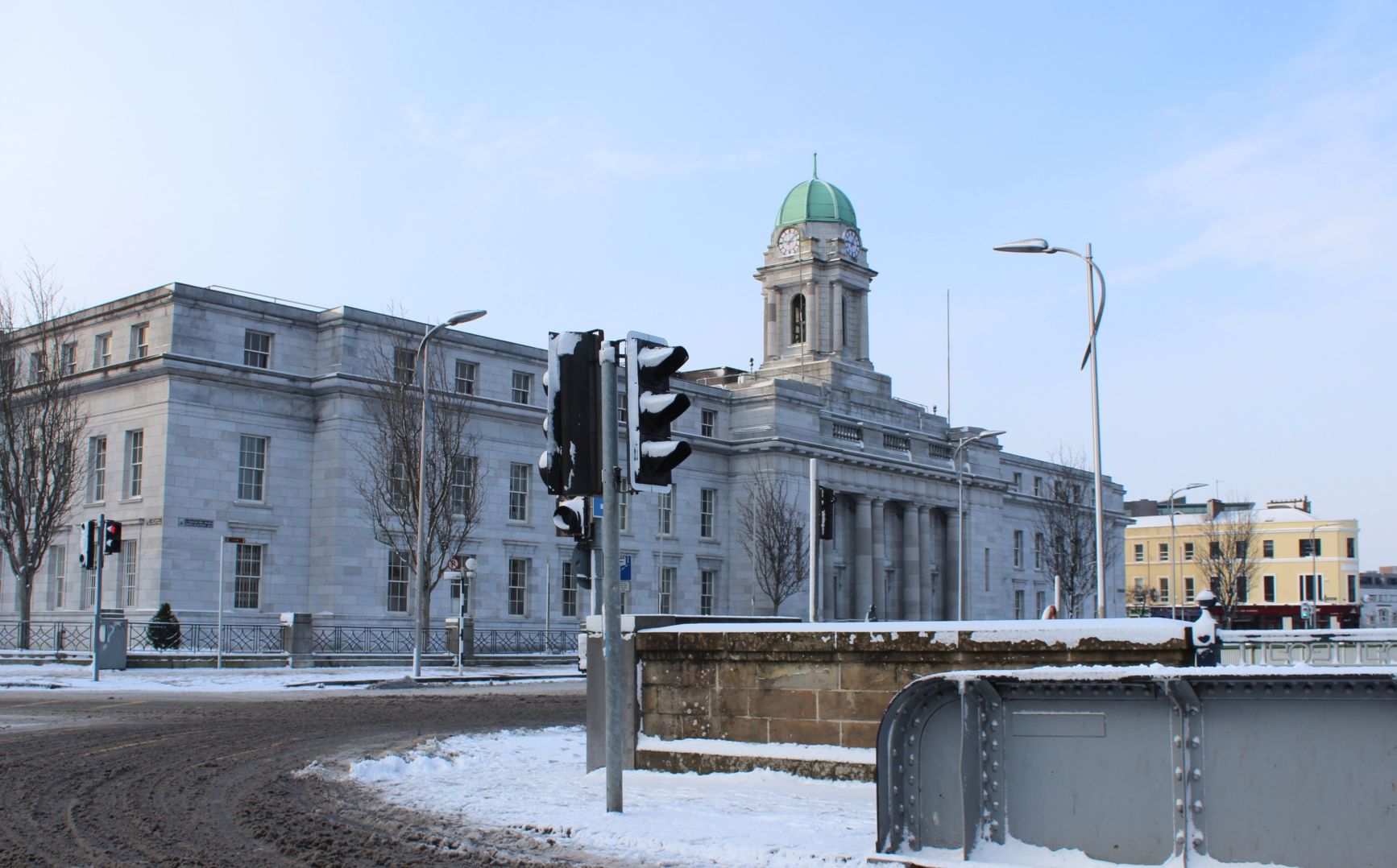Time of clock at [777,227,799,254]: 9:07
